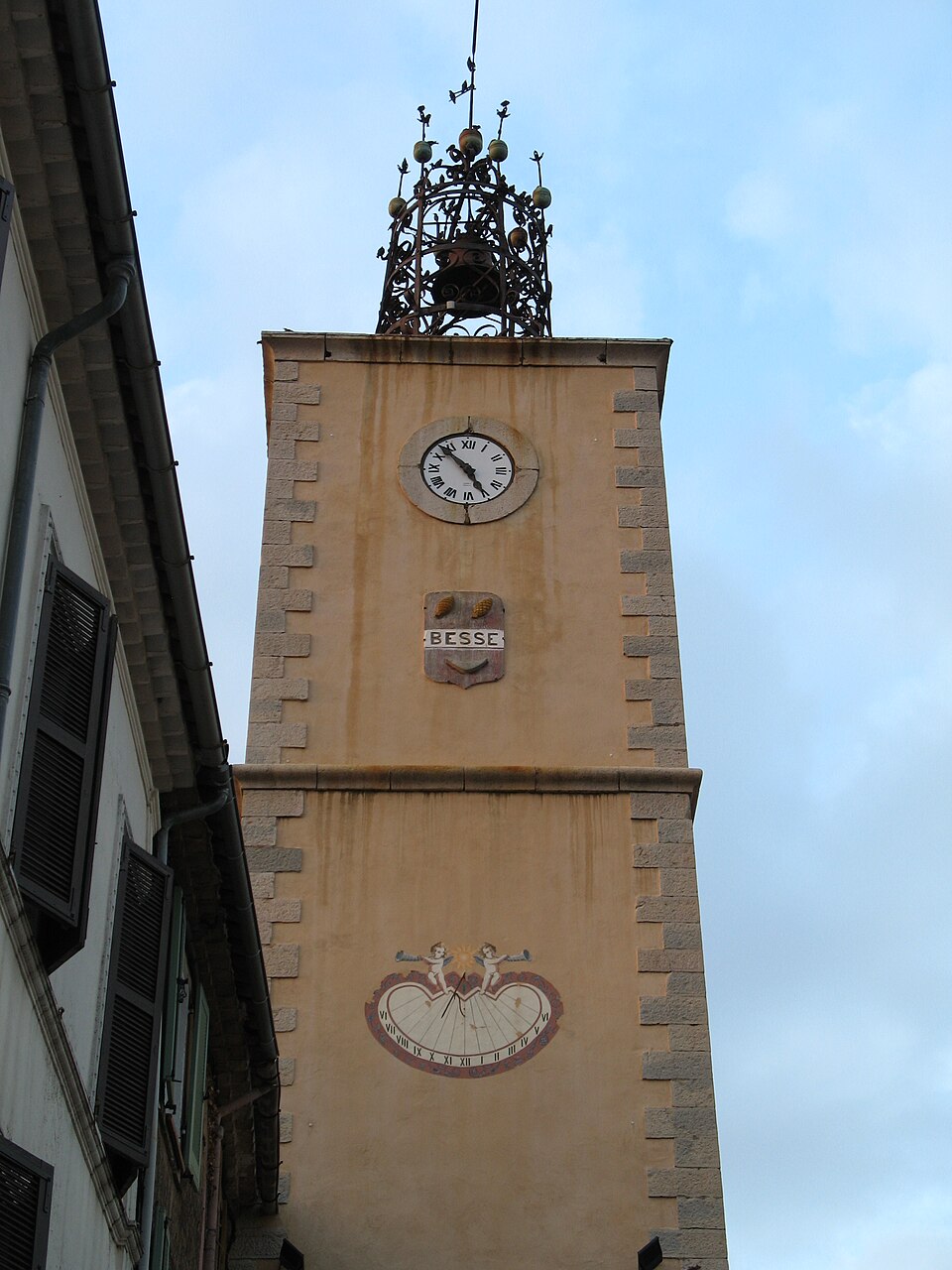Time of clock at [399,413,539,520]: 4:53
